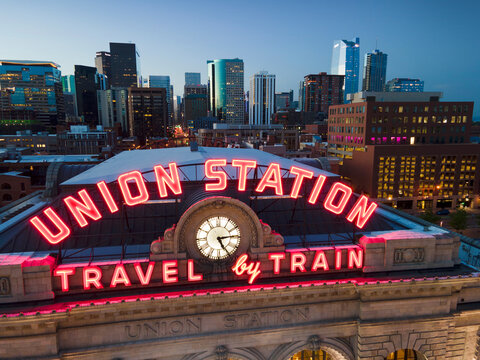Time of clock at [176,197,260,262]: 5:14
